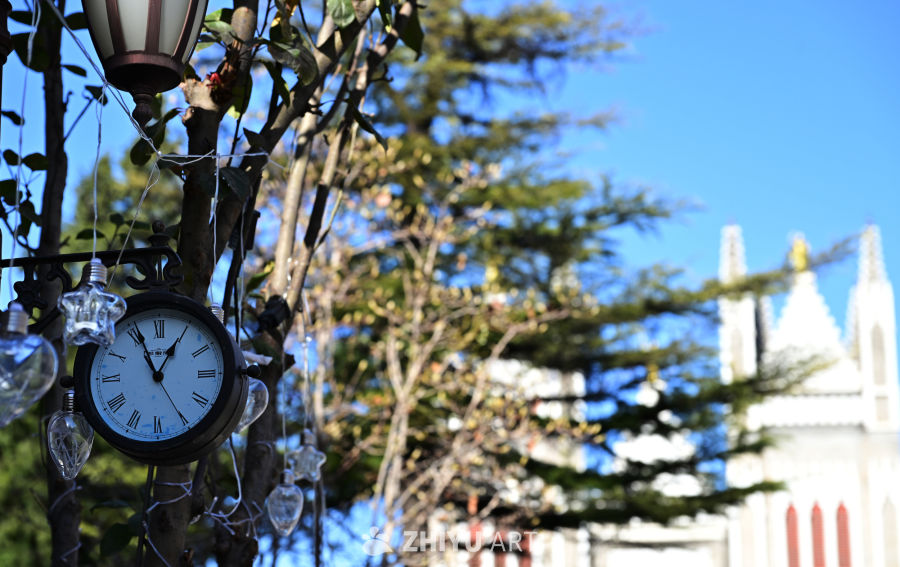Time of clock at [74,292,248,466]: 12:56
